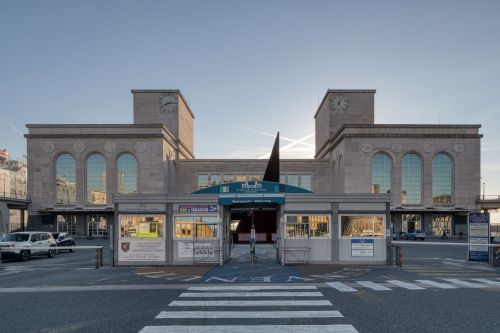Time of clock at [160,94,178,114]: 8:14
